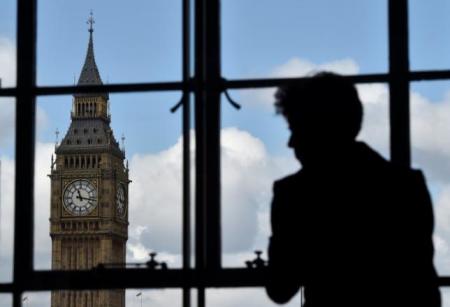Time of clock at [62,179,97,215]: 11:16
